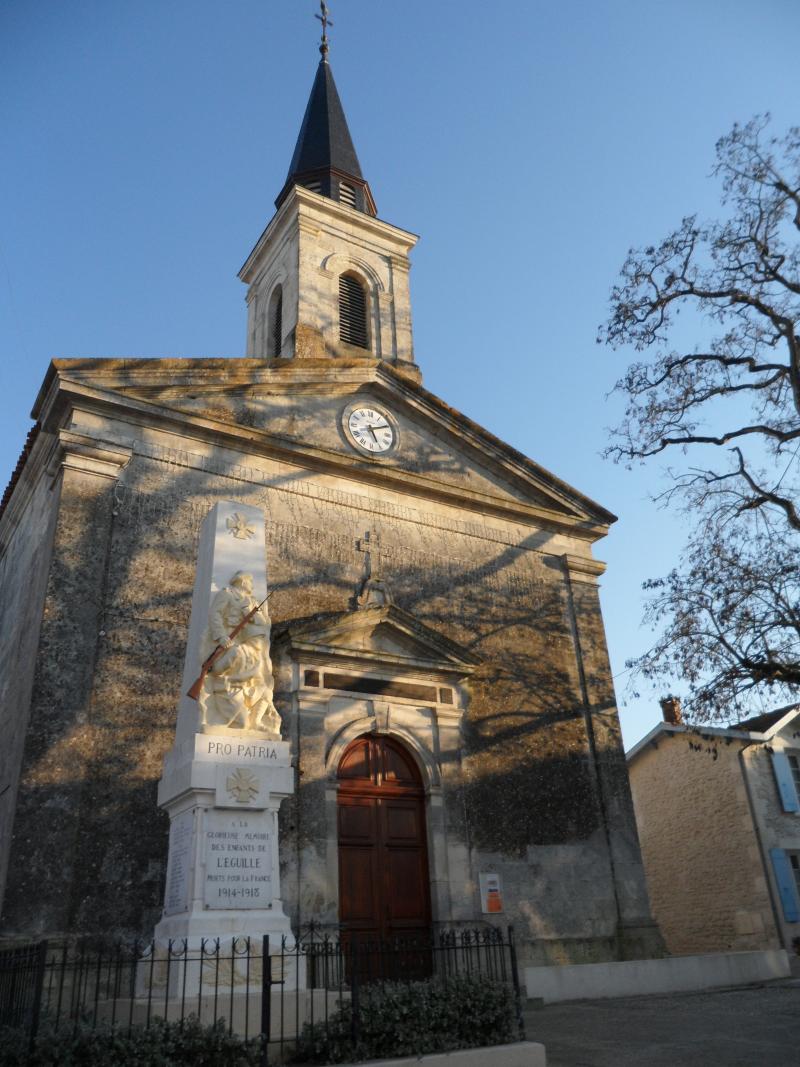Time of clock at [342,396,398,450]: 5:10
